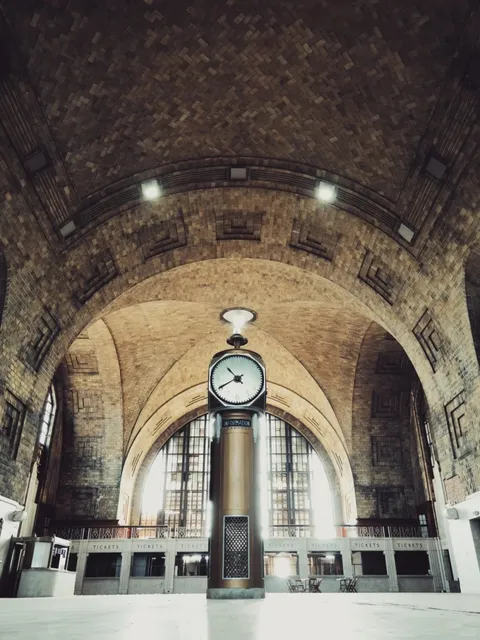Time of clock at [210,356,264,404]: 10:40
